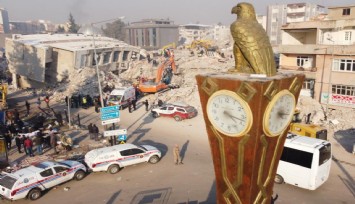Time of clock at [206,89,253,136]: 4:17
